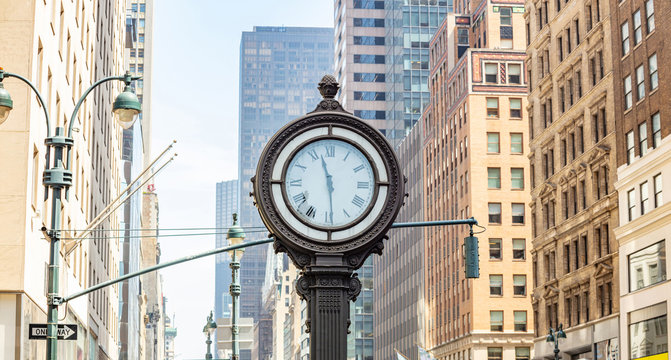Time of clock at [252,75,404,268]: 11:29
